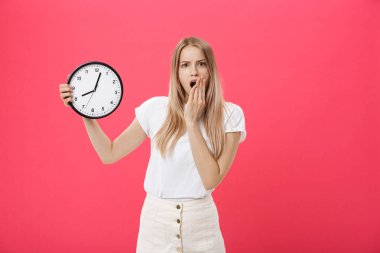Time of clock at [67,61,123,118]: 8:02
